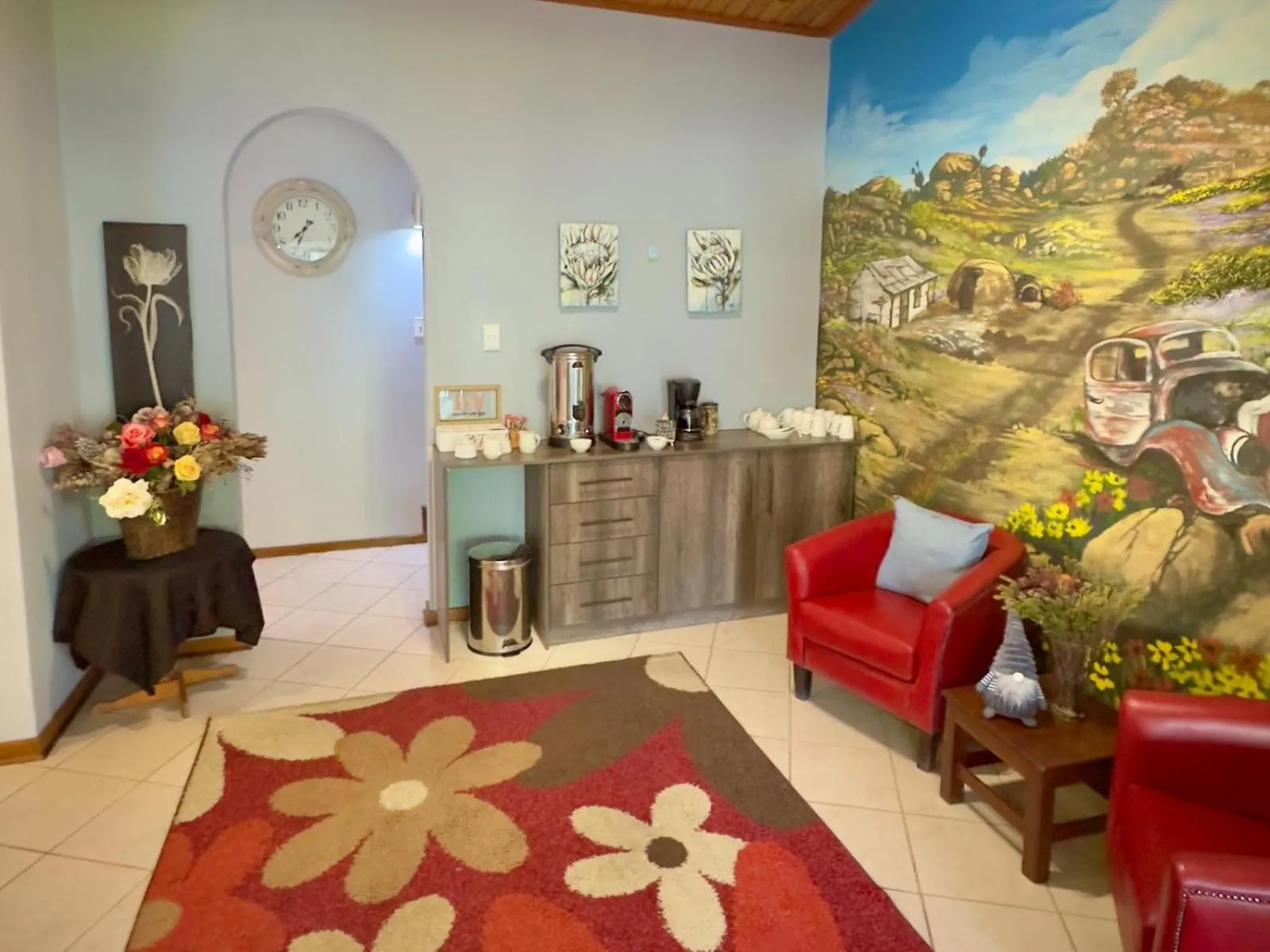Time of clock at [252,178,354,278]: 7:34
